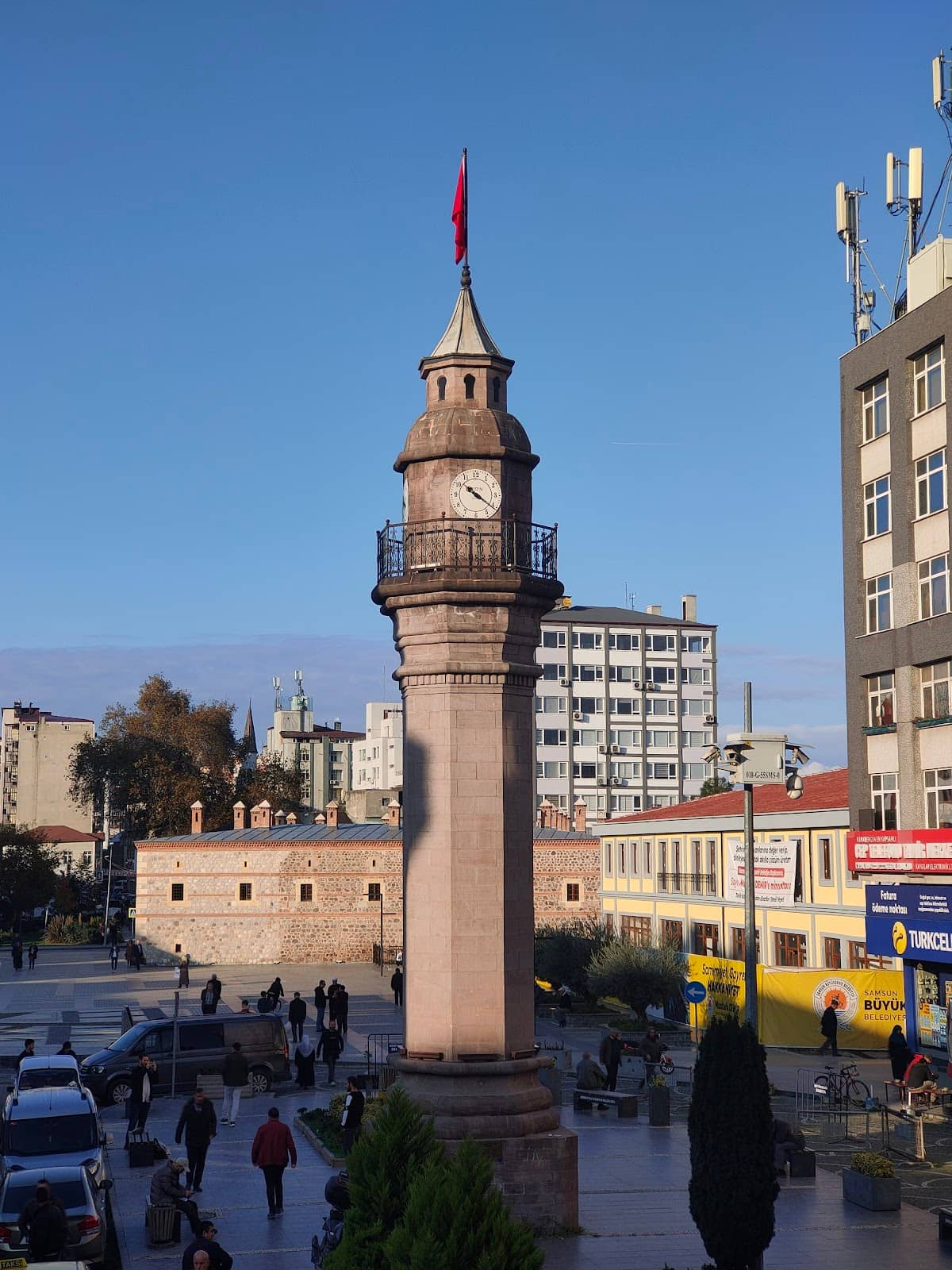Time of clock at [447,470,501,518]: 10:21
